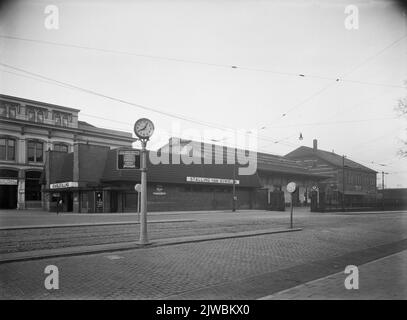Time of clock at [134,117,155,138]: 8:04
